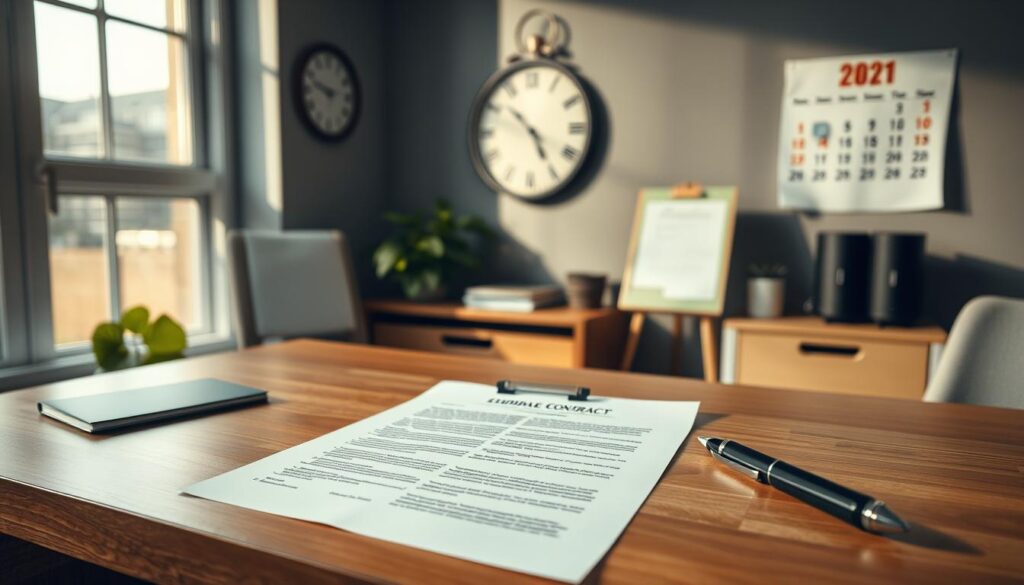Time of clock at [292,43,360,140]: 2:48
